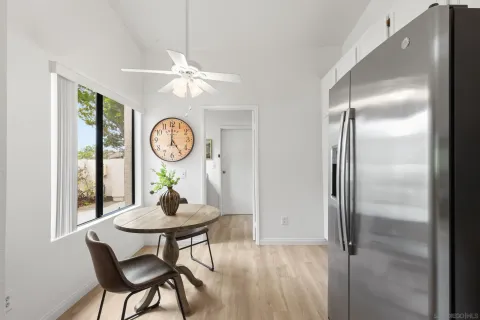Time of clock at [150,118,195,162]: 5:00
